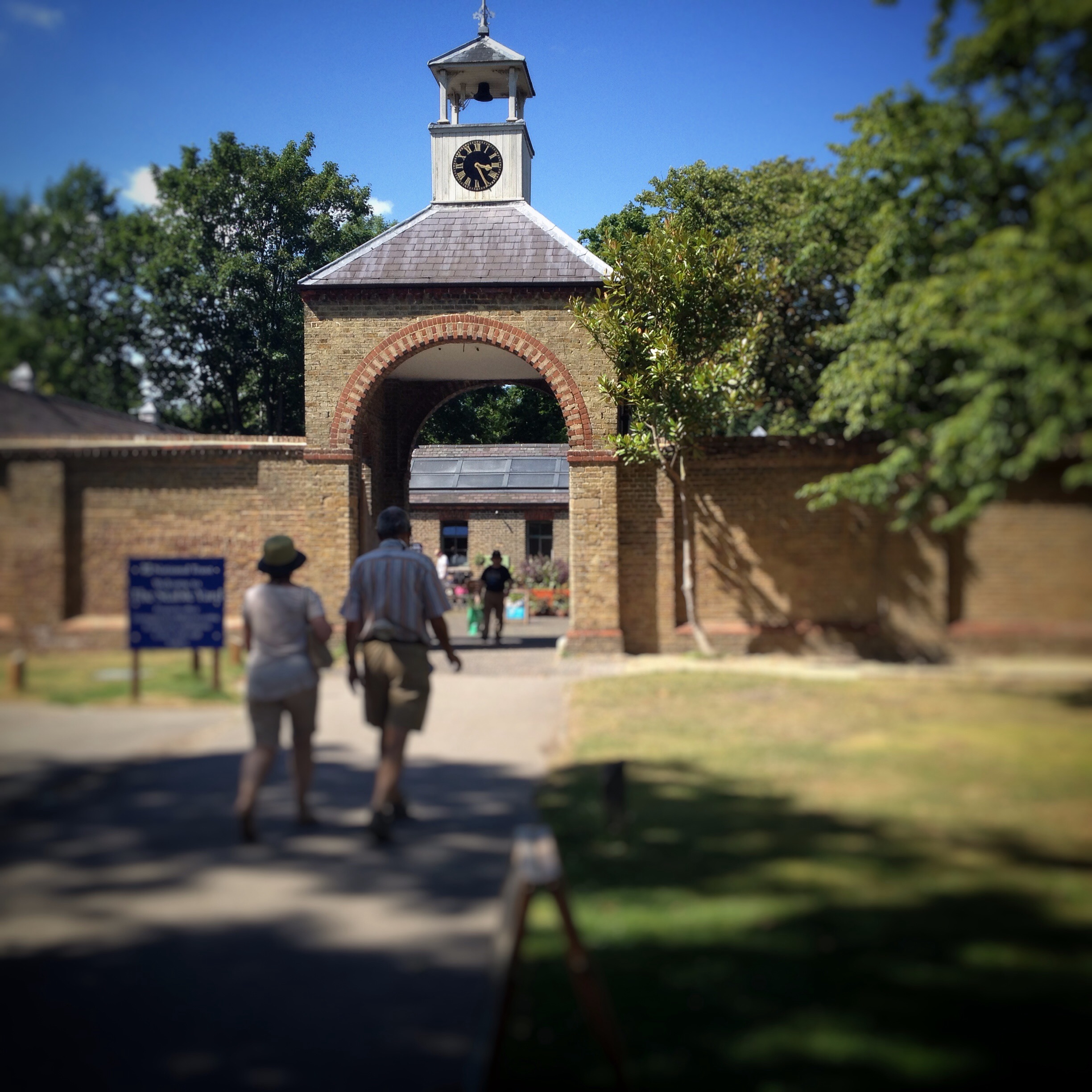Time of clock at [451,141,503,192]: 3:25
